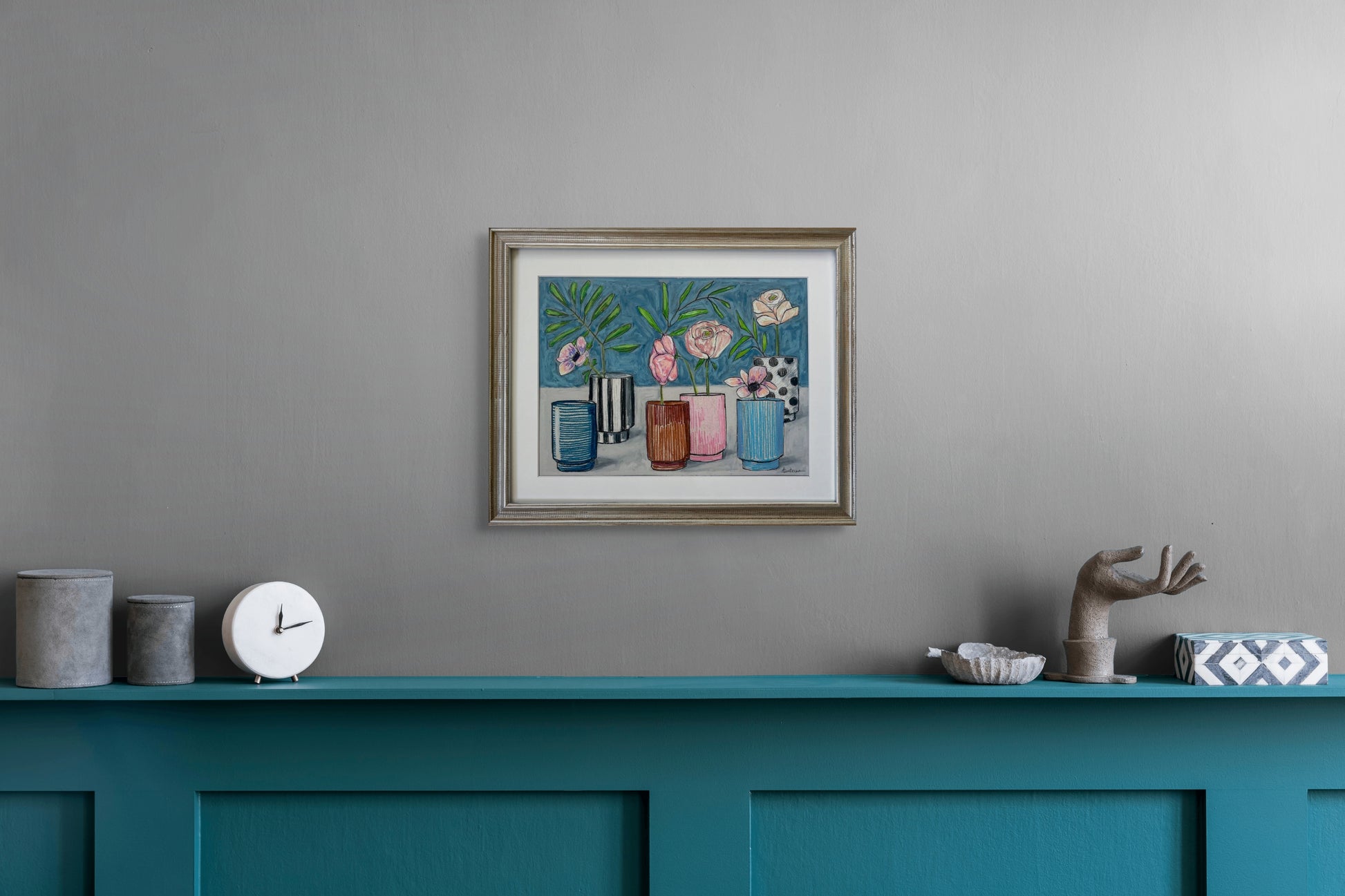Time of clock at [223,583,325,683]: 12:12
